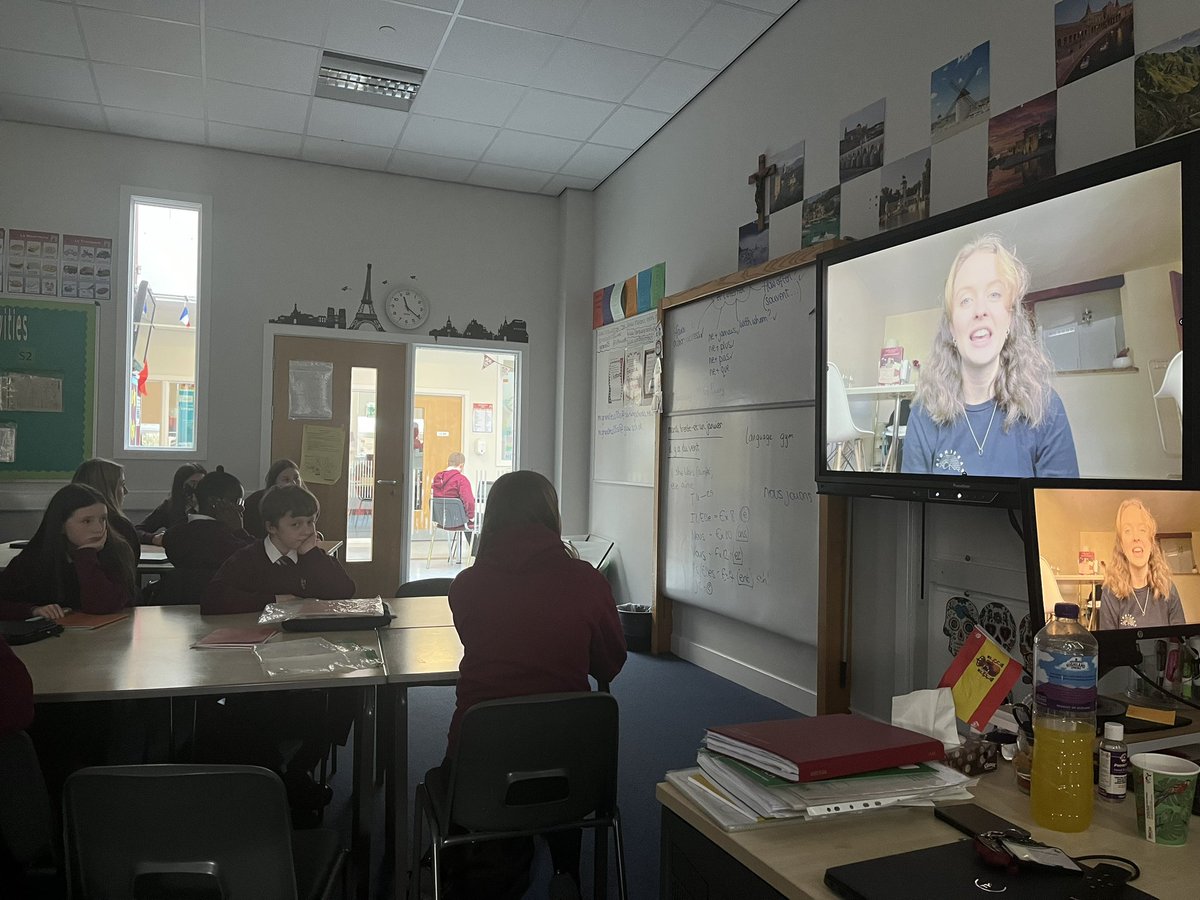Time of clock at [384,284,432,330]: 11:20
